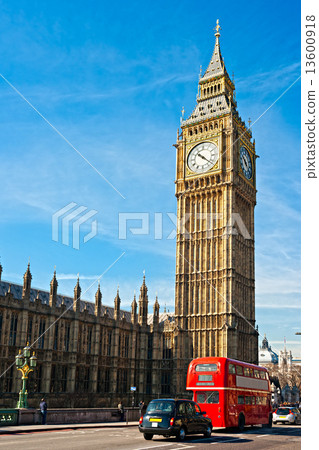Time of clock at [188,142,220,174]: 10:21
